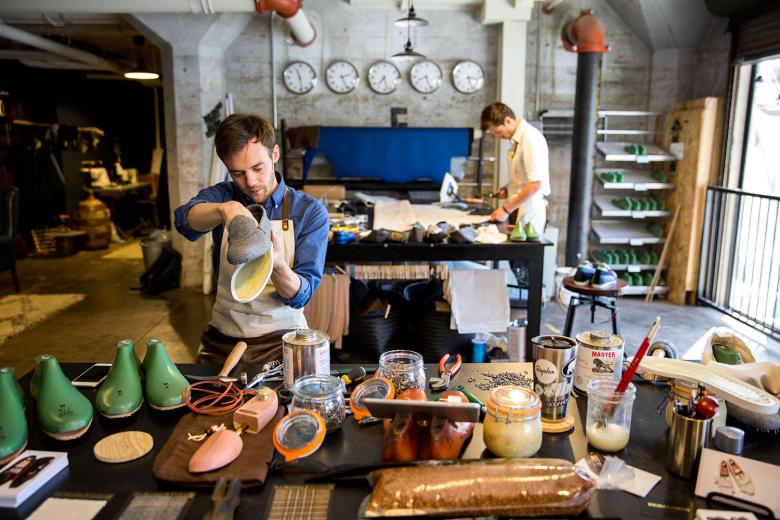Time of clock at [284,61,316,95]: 11:28
